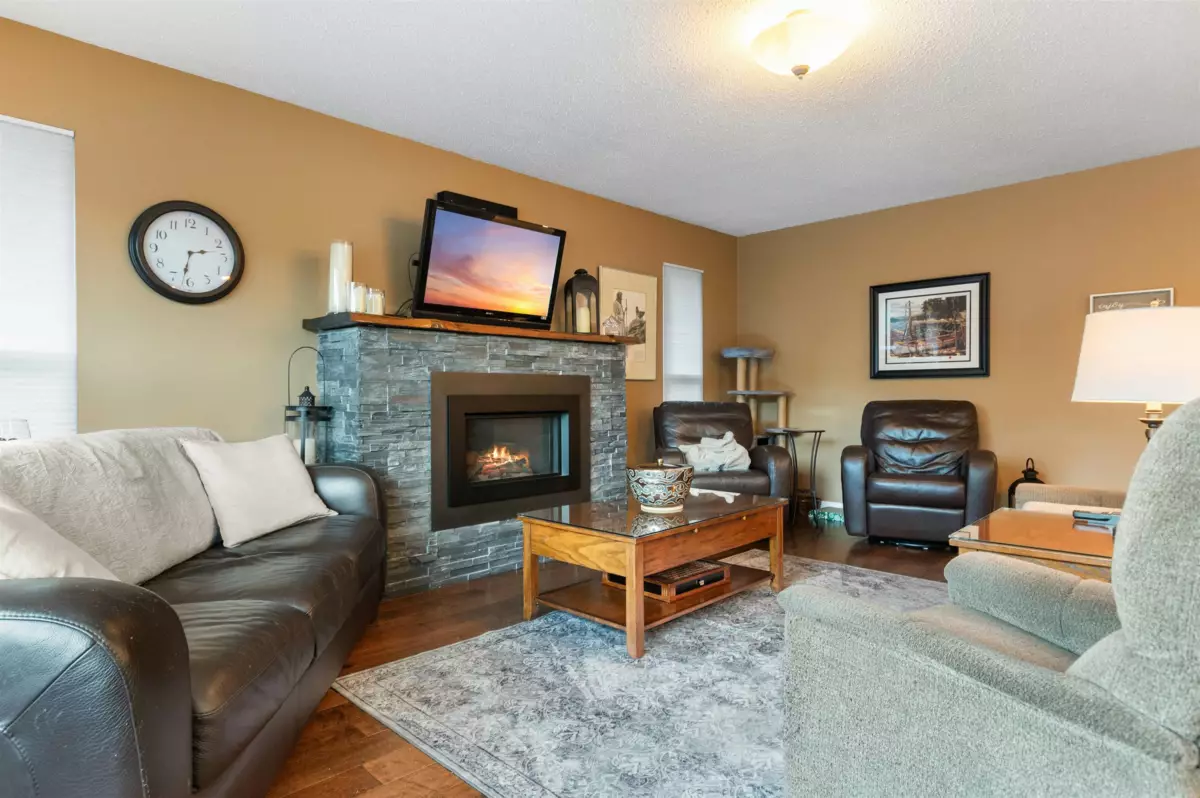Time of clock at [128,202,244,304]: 2:31
